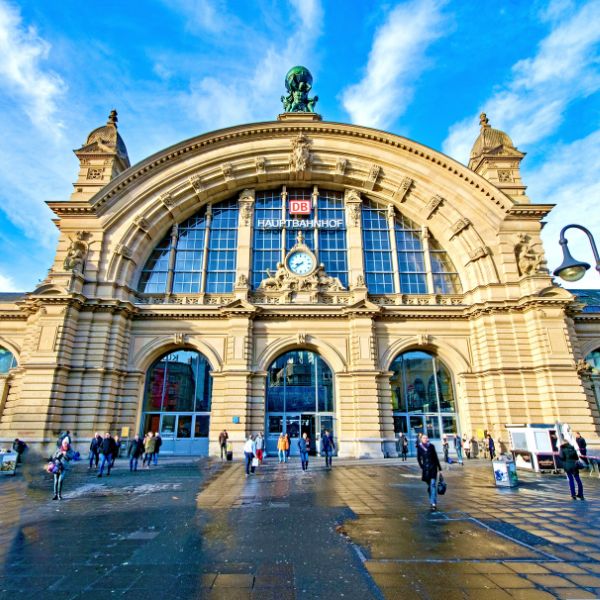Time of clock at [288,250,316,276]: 8:38
